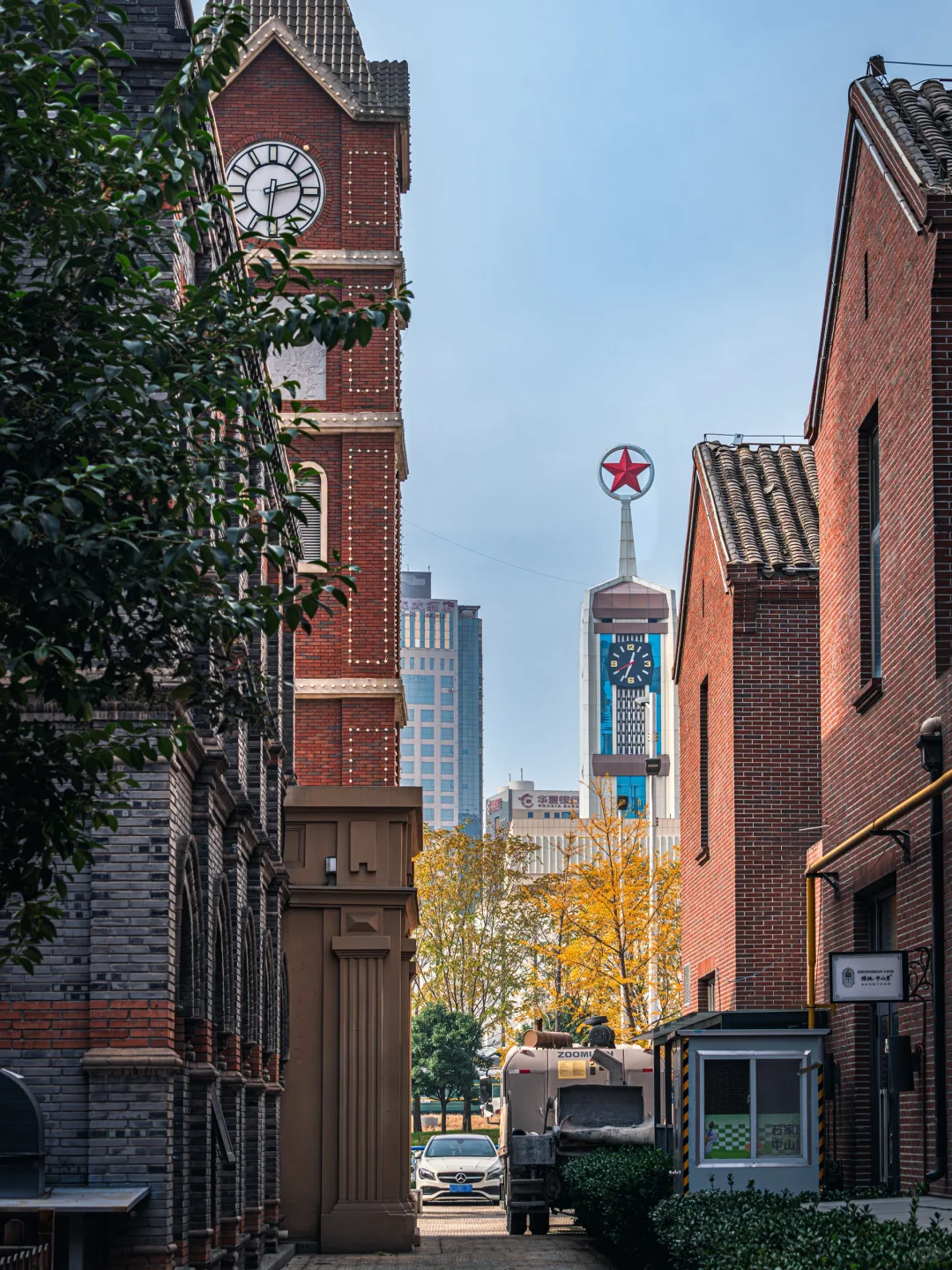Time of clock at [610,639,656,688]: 12:33
